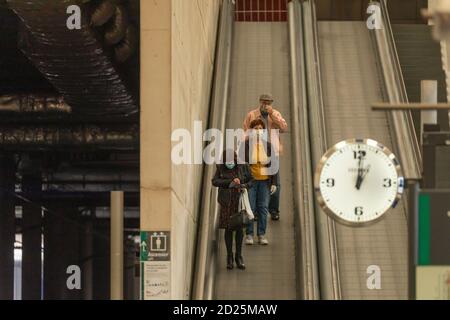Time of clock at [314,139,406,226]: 1:01
